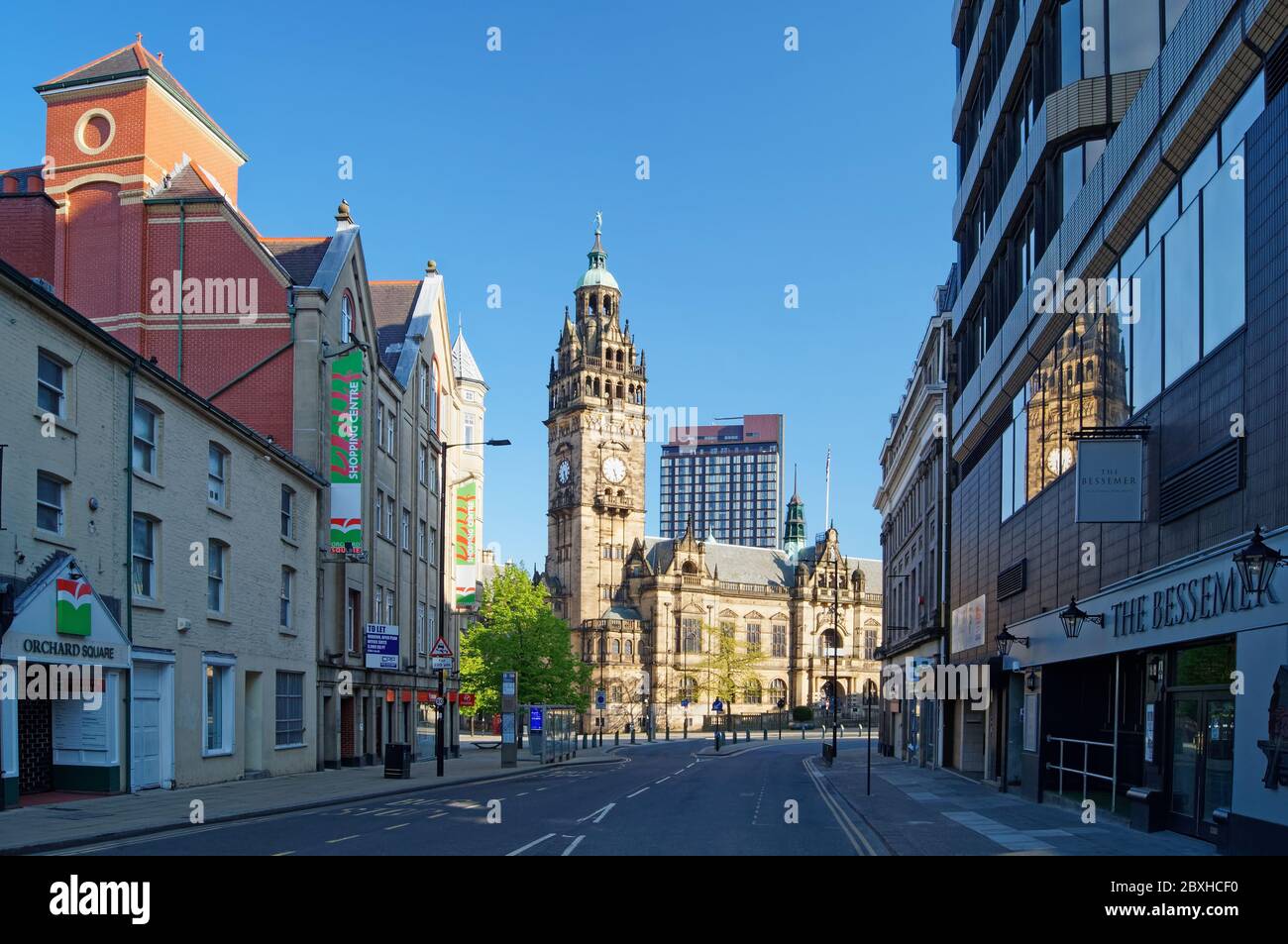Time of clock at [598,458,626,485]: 5:26
